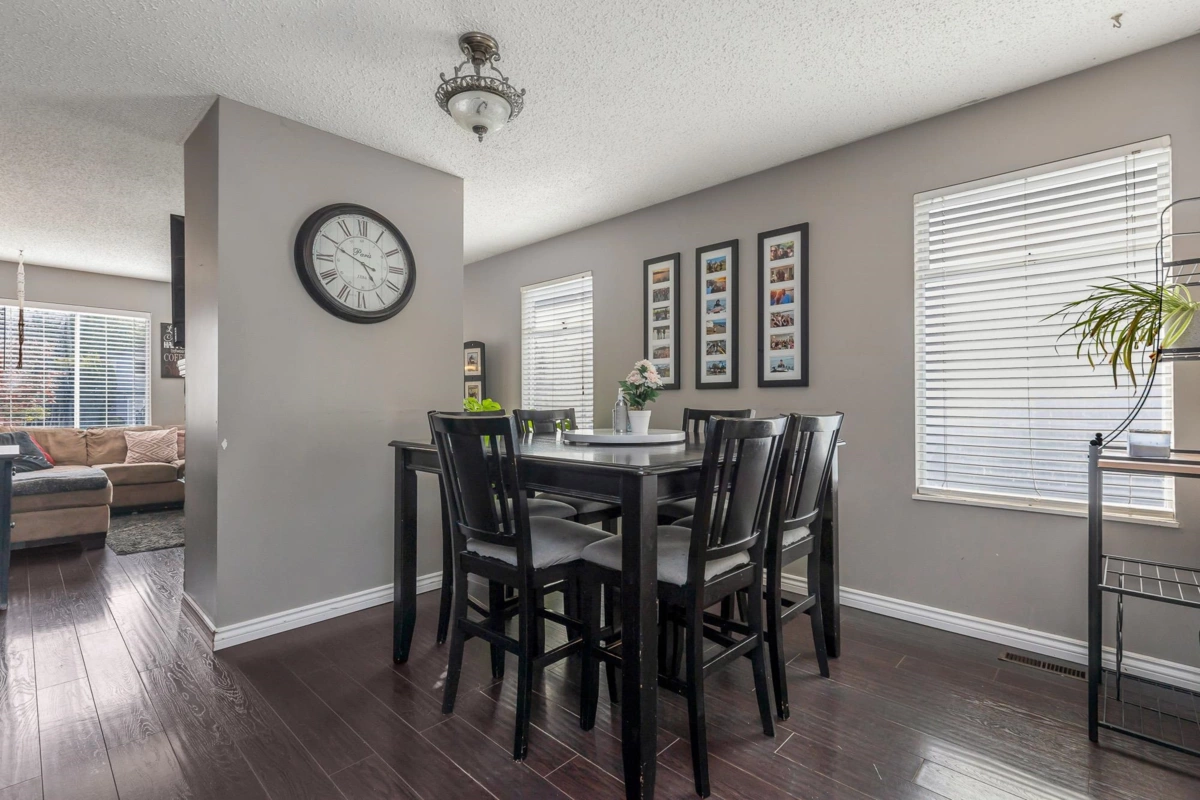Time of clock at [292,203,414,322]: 4:49
